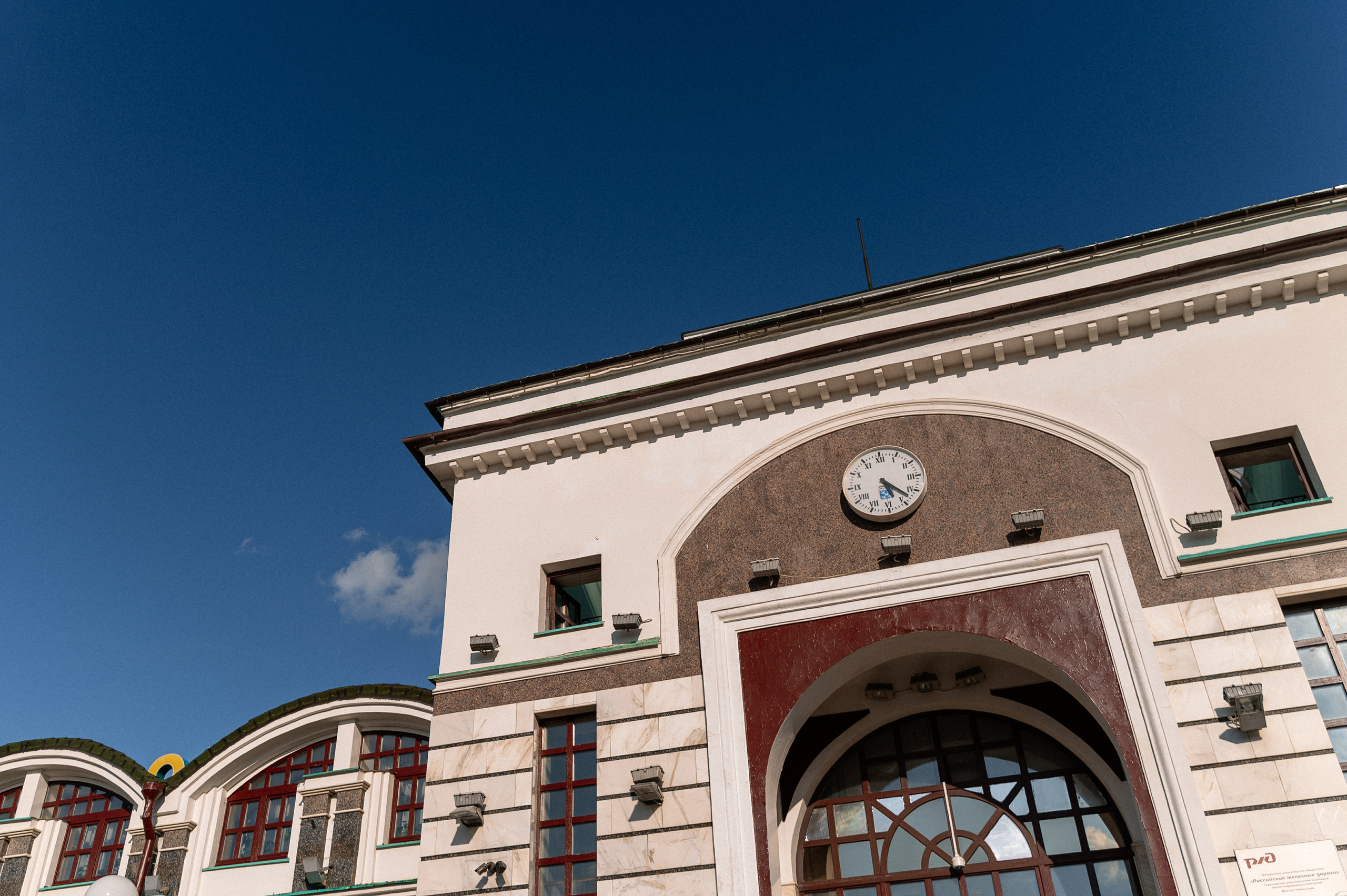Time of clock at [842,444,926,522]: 5:22
